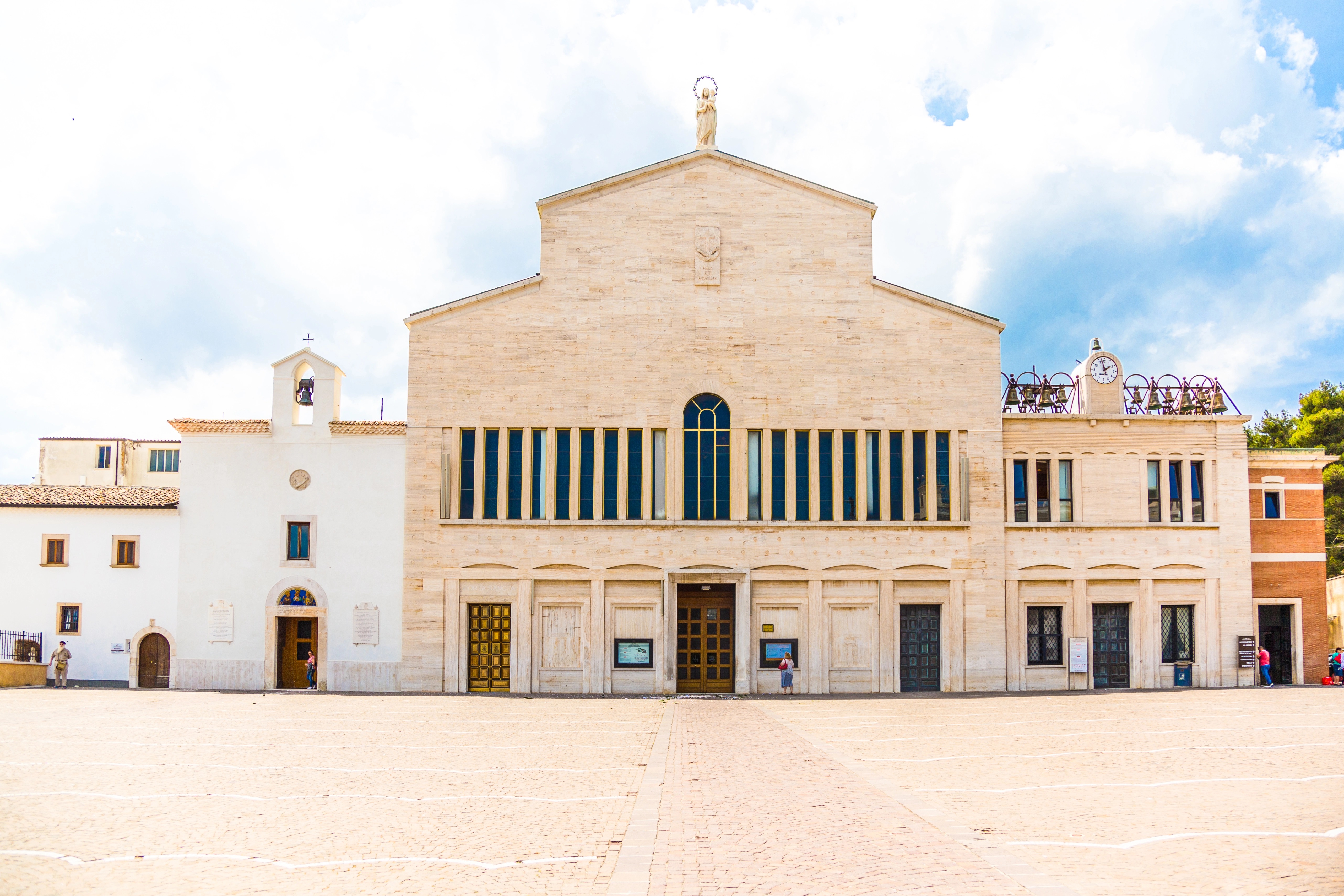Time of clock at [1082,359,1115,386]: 1:57
